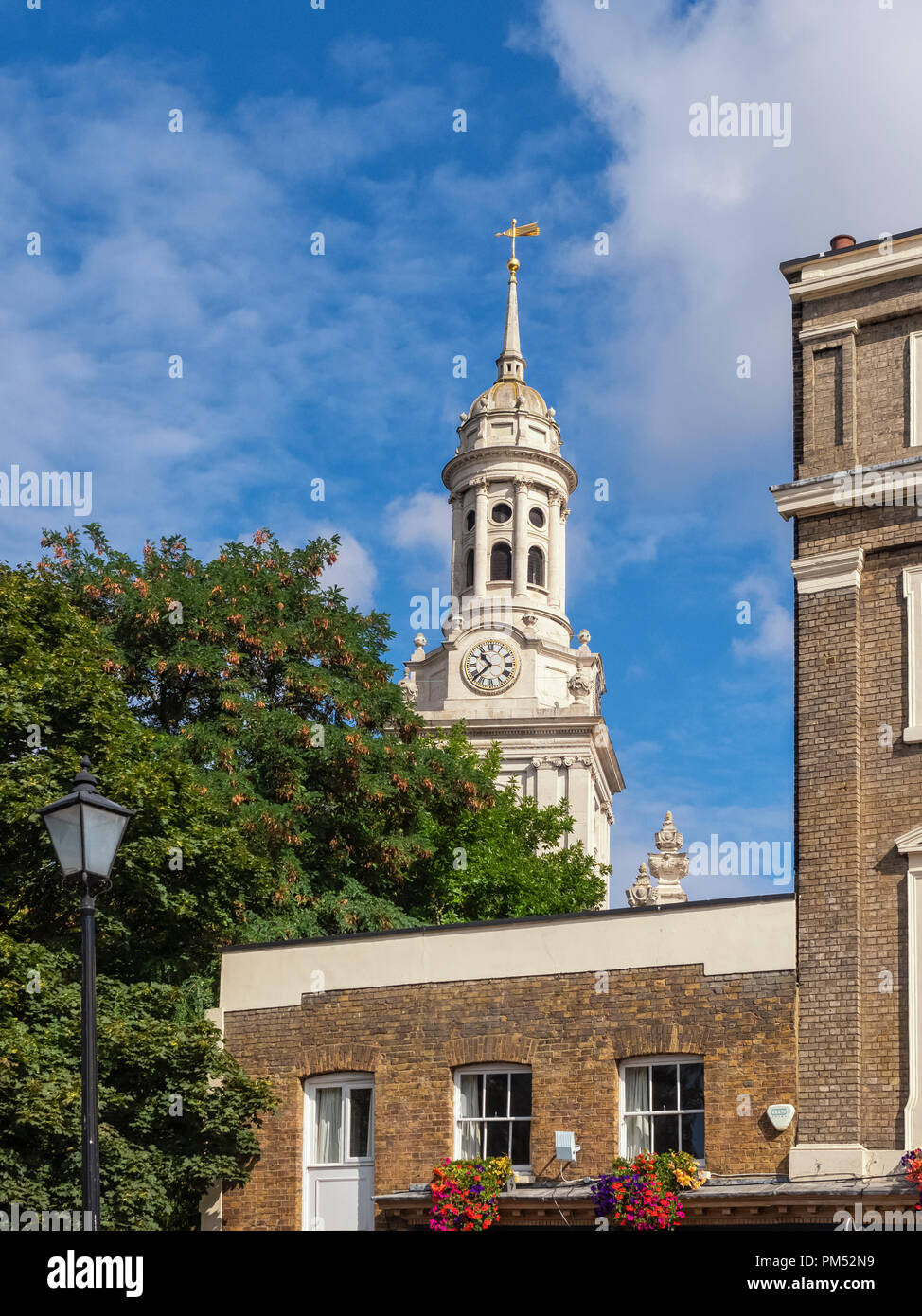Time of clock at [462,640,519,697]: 10:37
